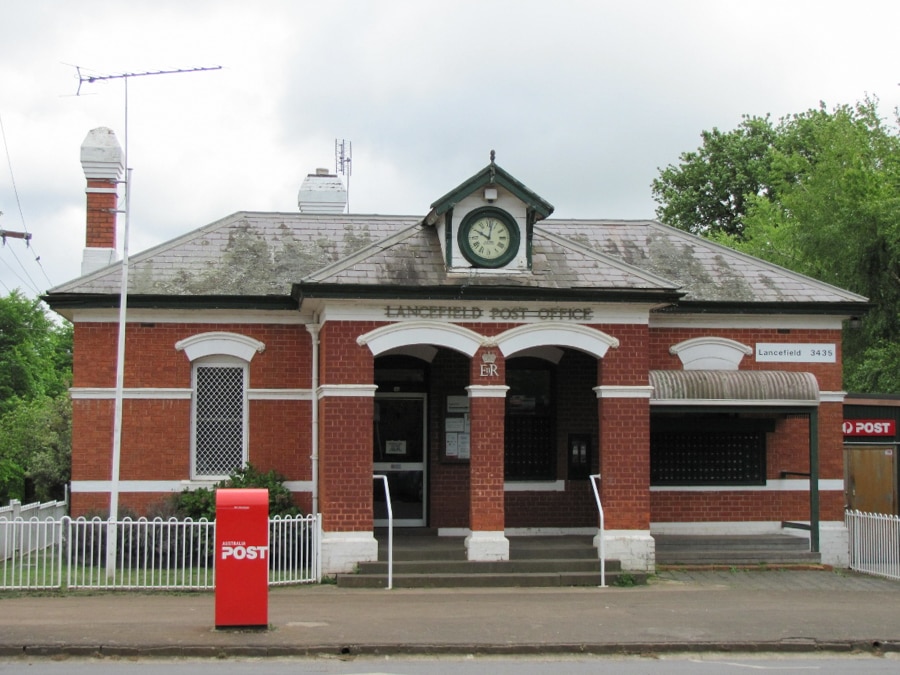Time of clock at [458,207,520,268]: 10:01
